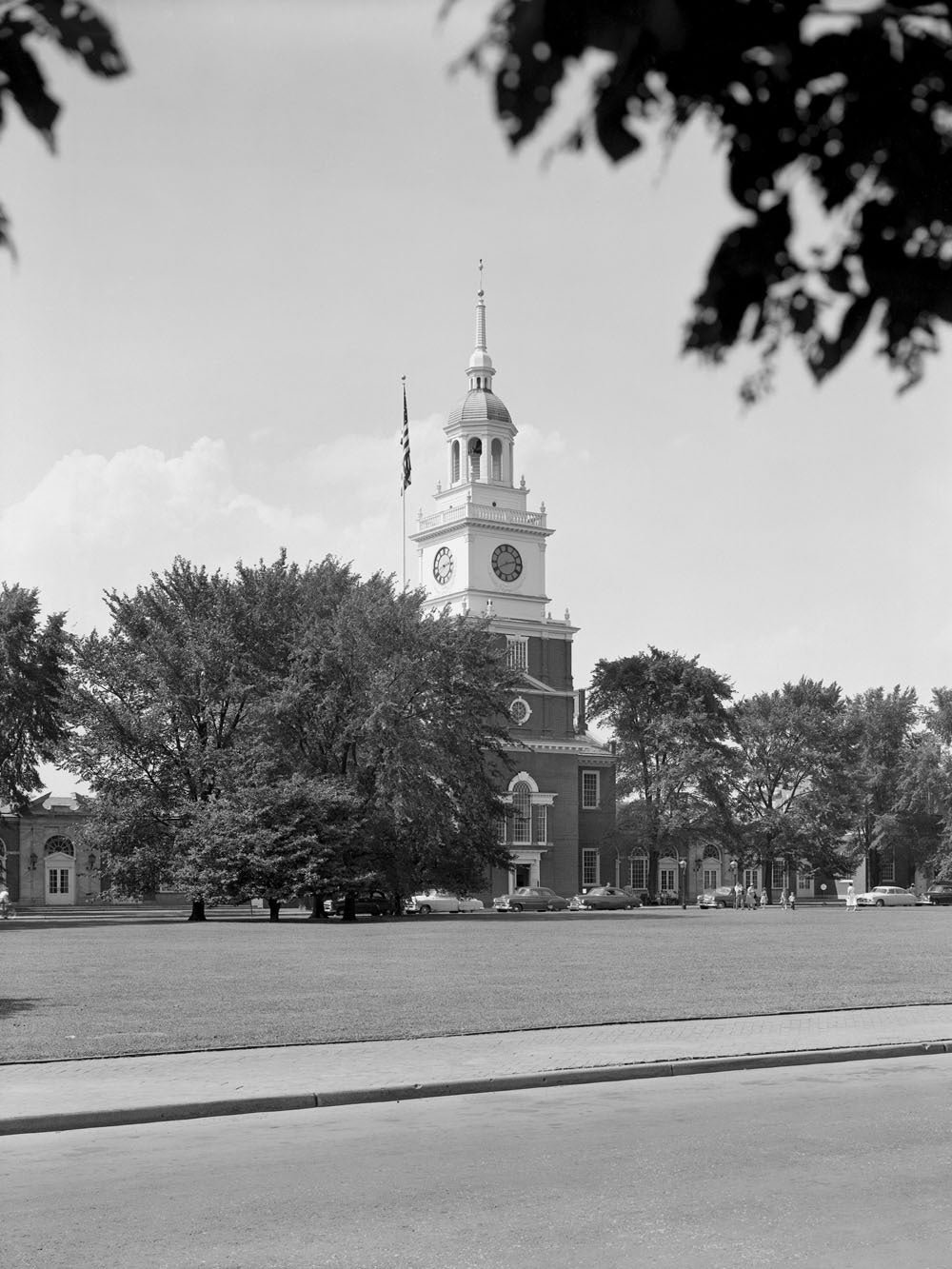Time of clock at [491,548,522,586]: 2:40
